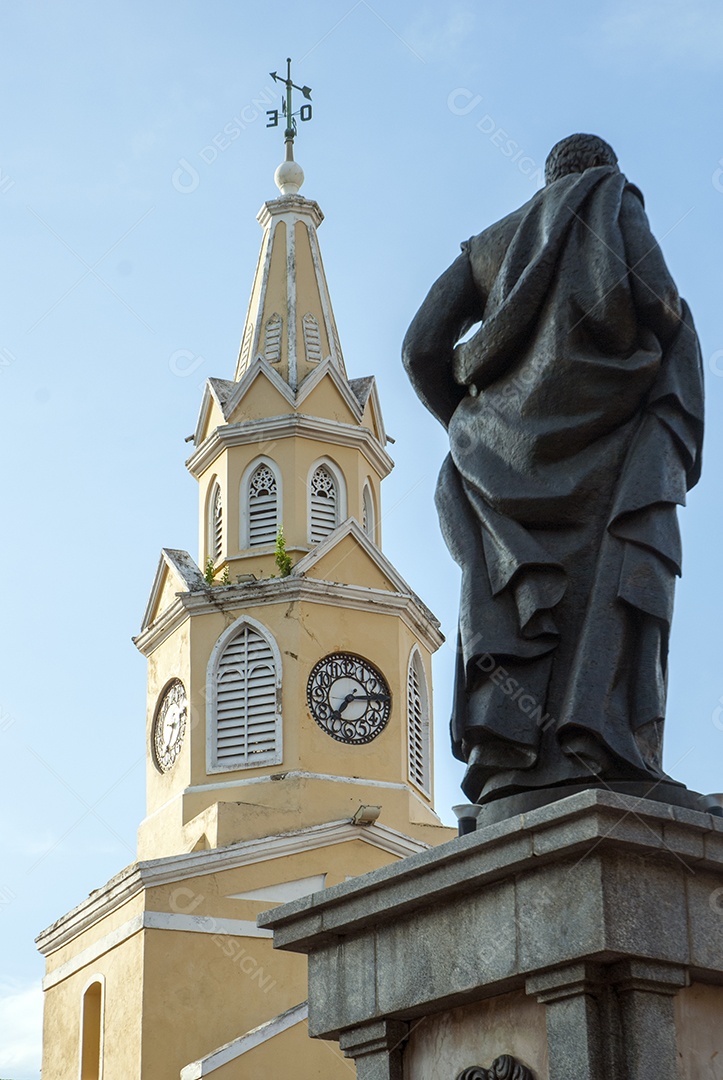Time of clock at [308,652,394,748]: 7:13
